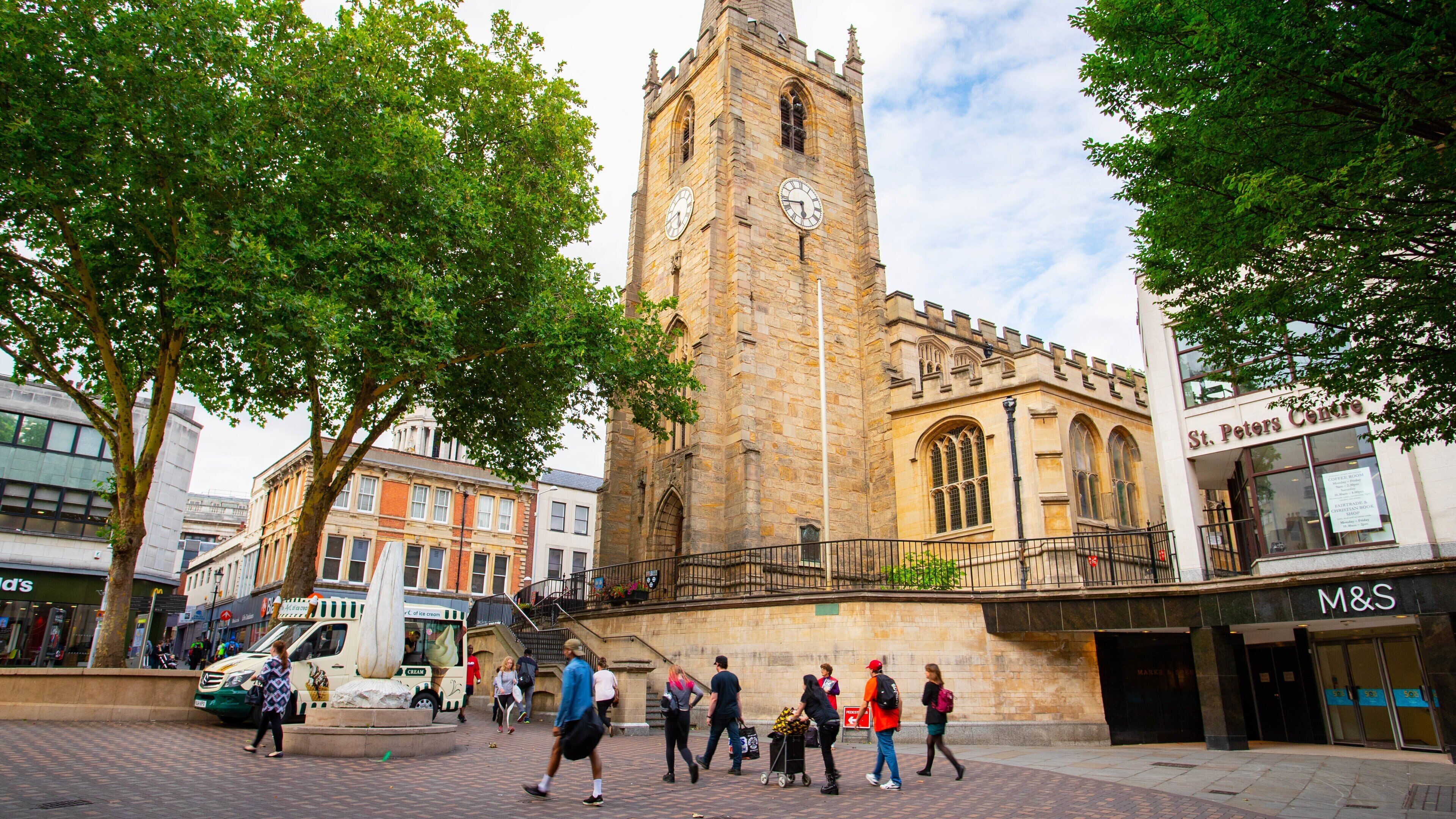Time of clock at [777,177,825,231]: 5:43
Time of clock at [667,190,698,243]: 5:40
